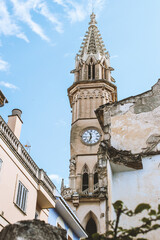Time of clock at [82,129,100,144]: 11:32
